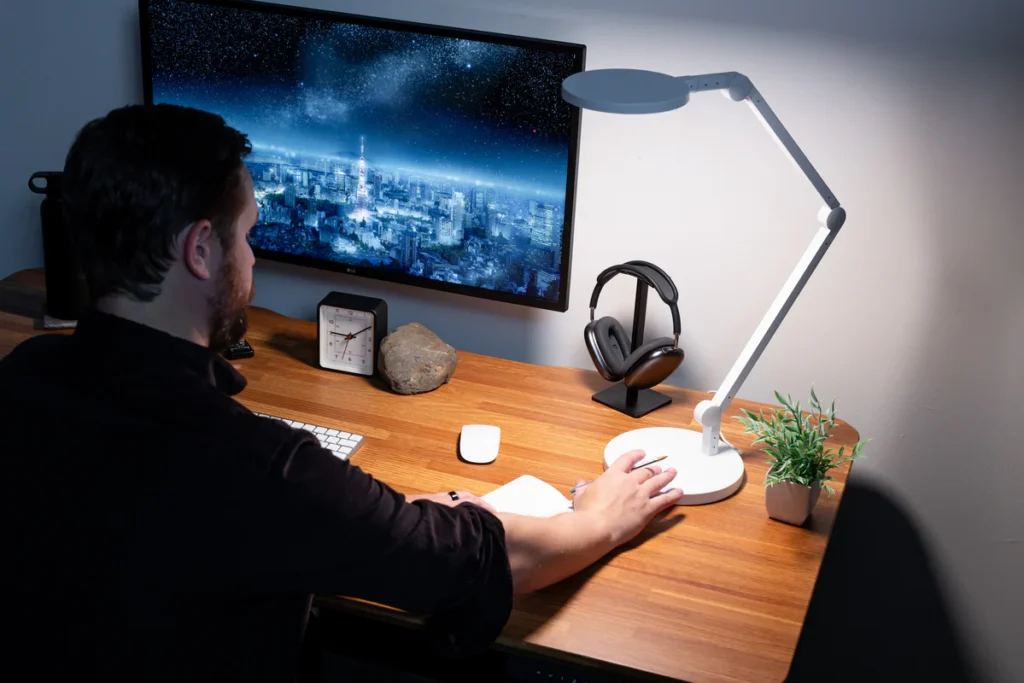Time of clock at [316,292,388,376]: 9:09
